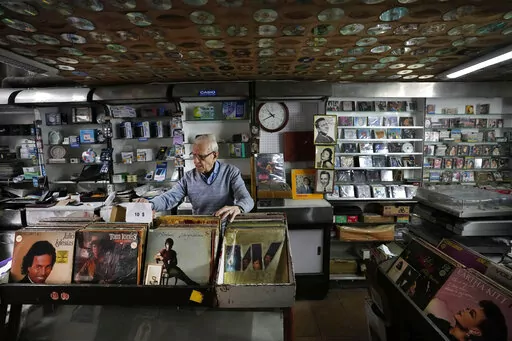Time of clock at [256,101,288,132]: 10:41
